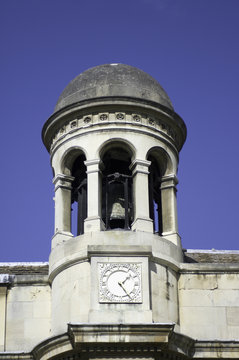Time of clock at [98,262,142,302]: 1:24
